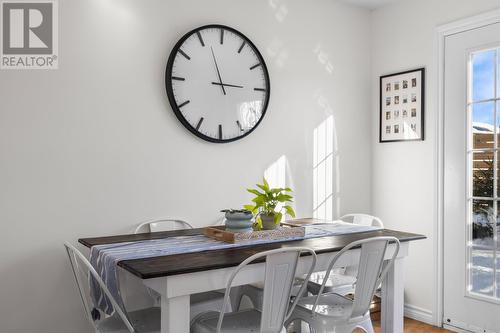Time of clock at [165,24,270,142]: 2:56
